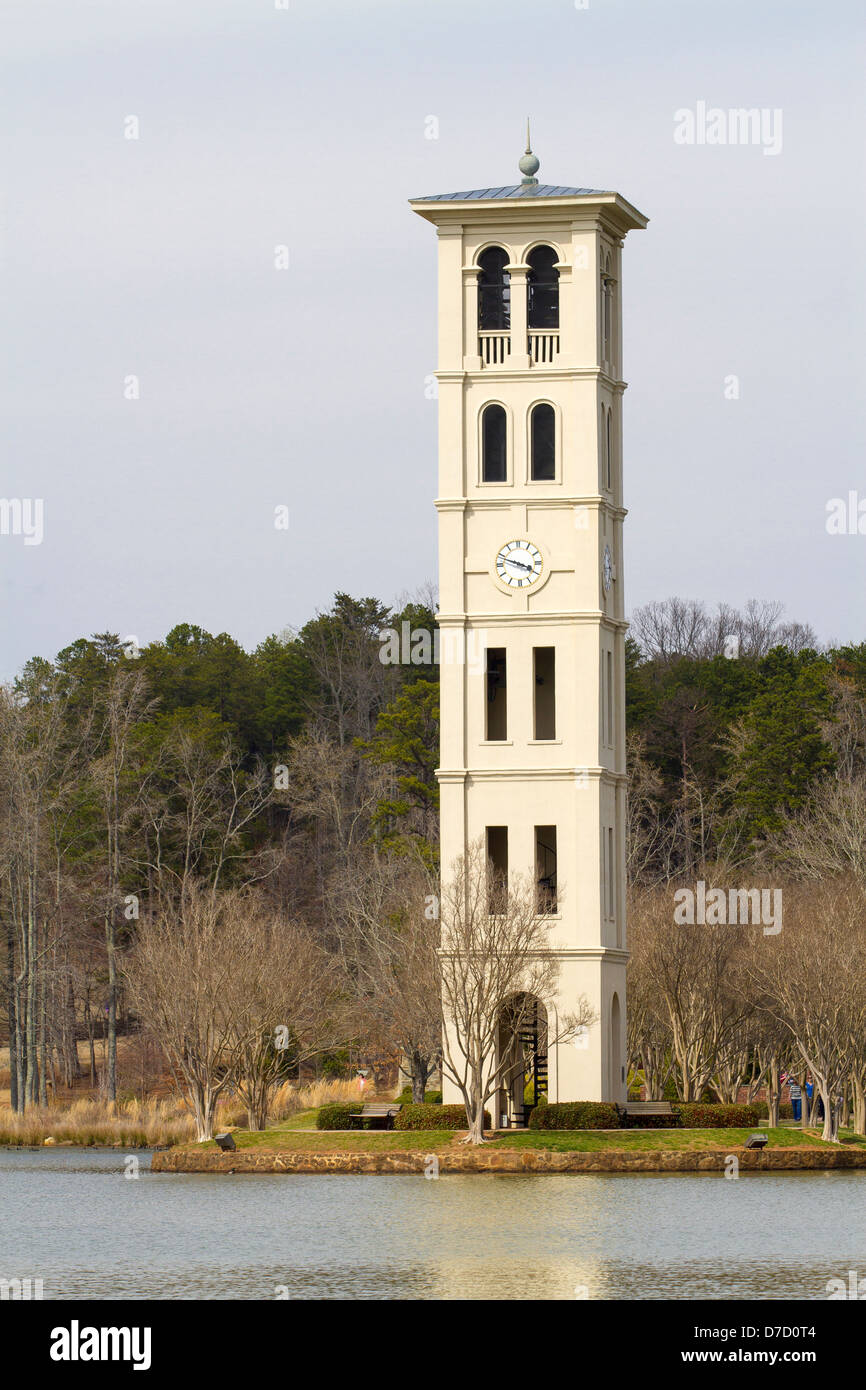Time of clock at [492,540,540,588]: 3:48
